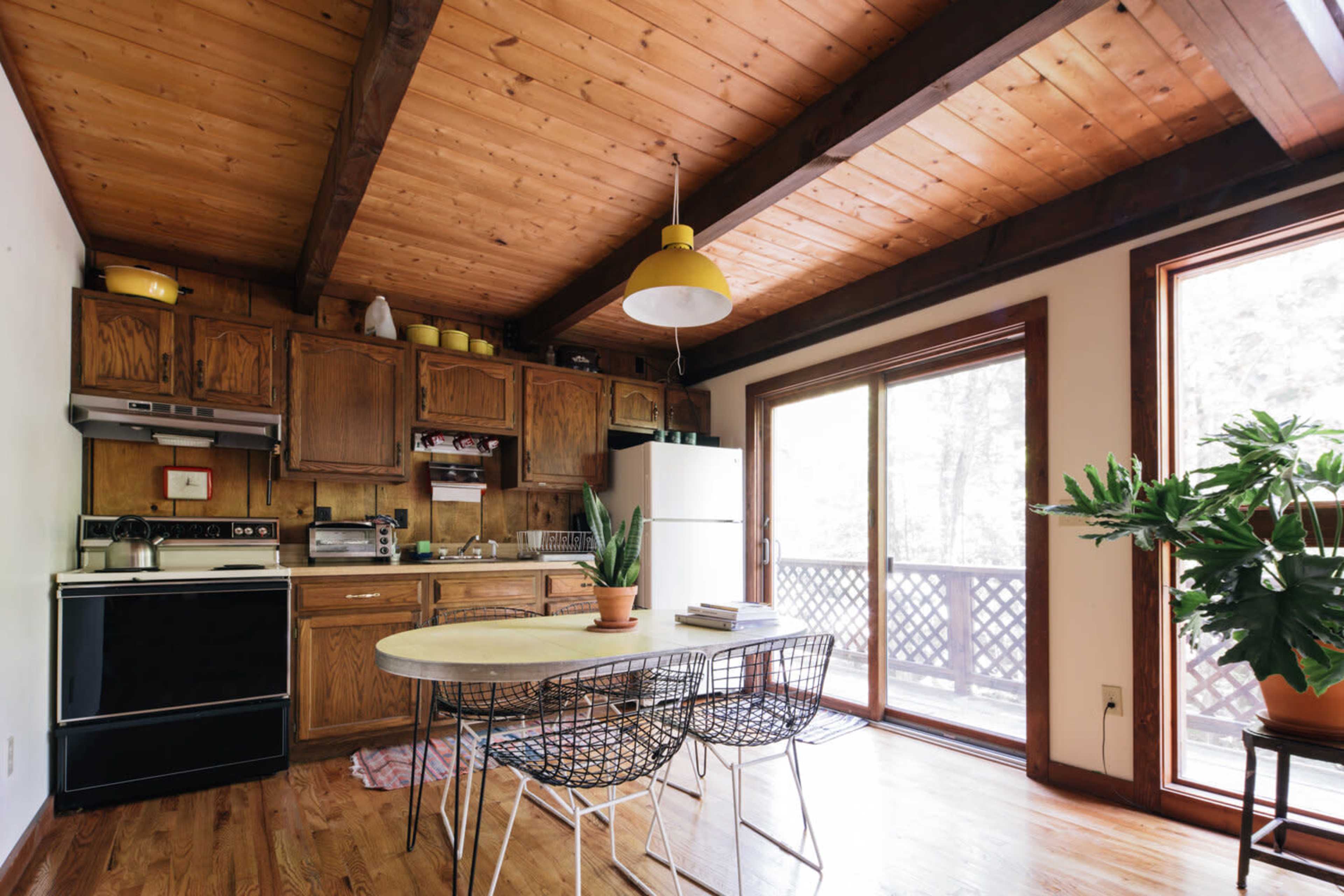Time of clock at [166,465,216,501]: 12:16
